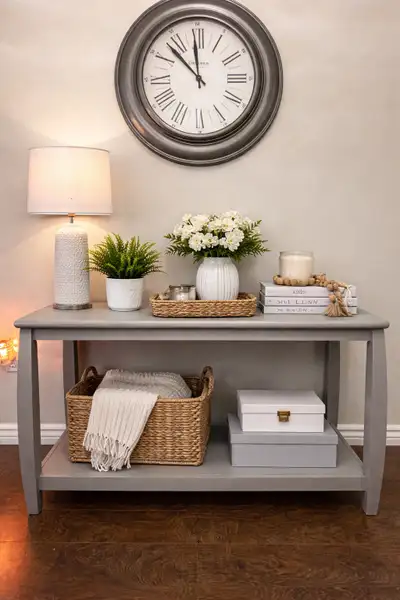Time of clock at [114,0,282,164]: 11:52
